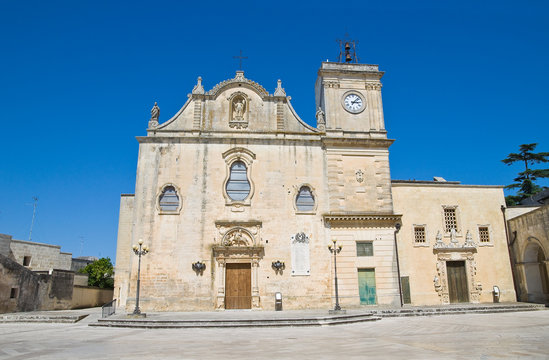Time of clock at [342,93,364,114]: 3:07
